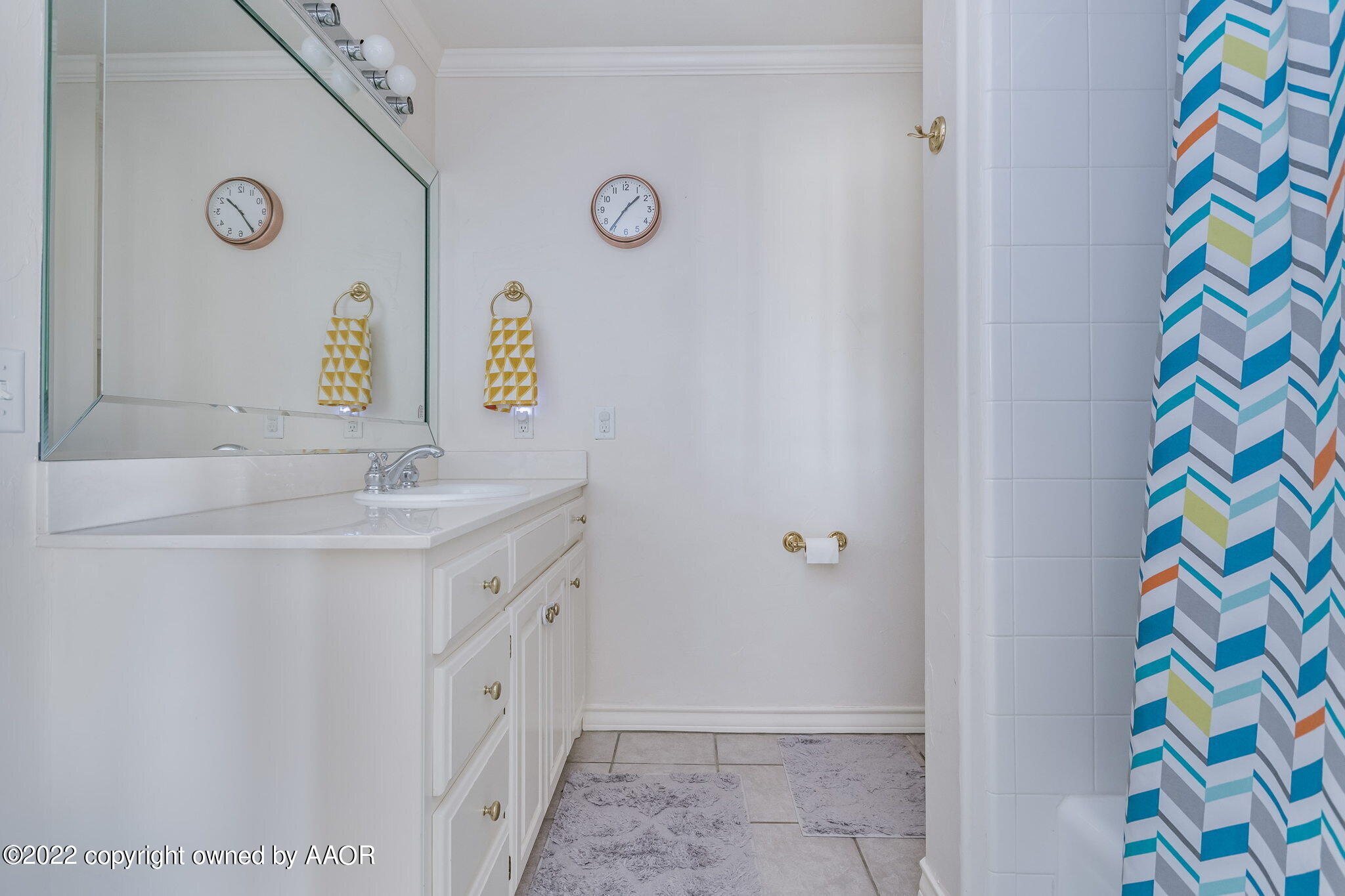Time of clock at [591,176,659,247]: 1:36
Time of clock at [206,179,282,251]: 10:24
